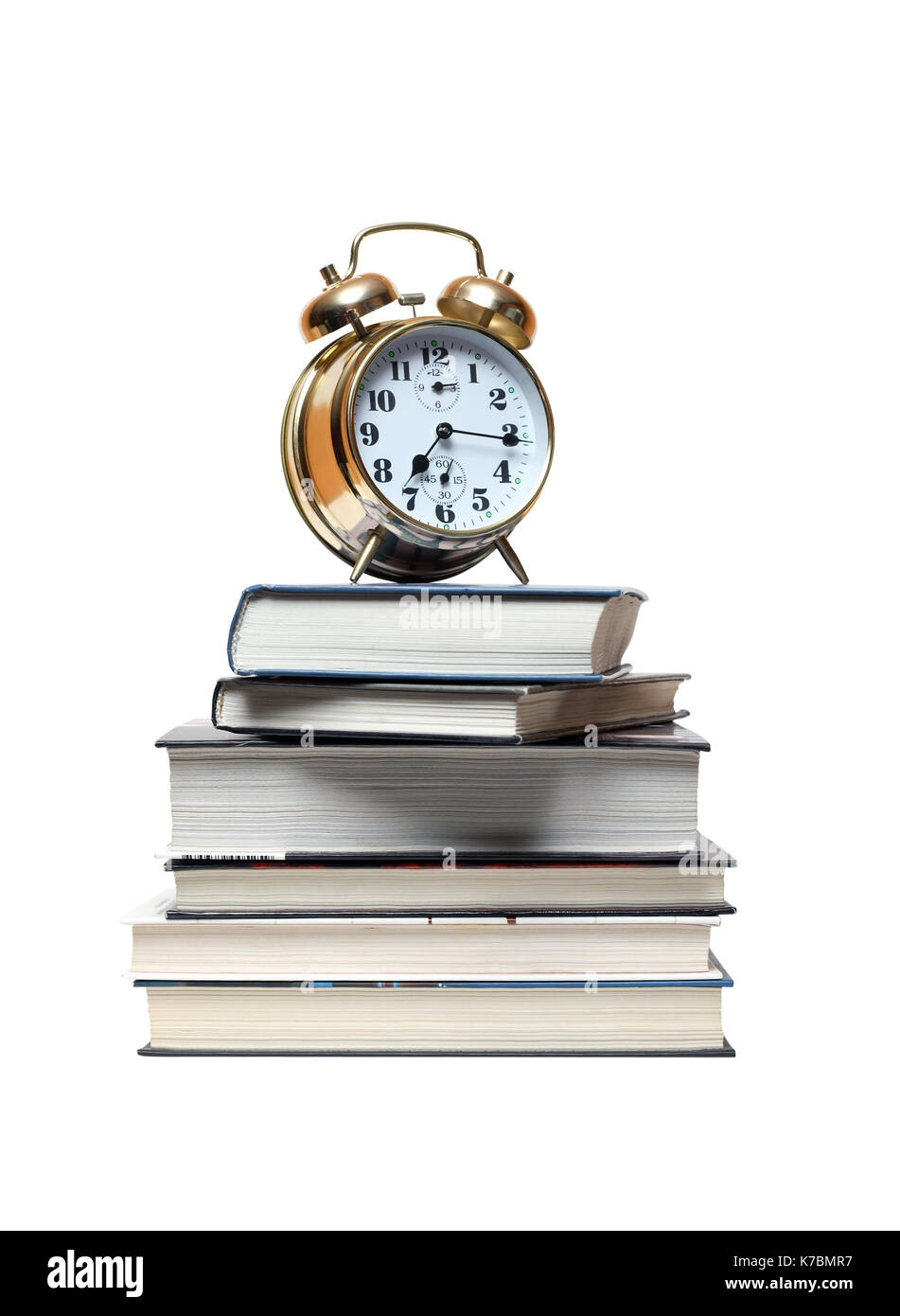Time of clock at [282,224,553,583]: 7:15
